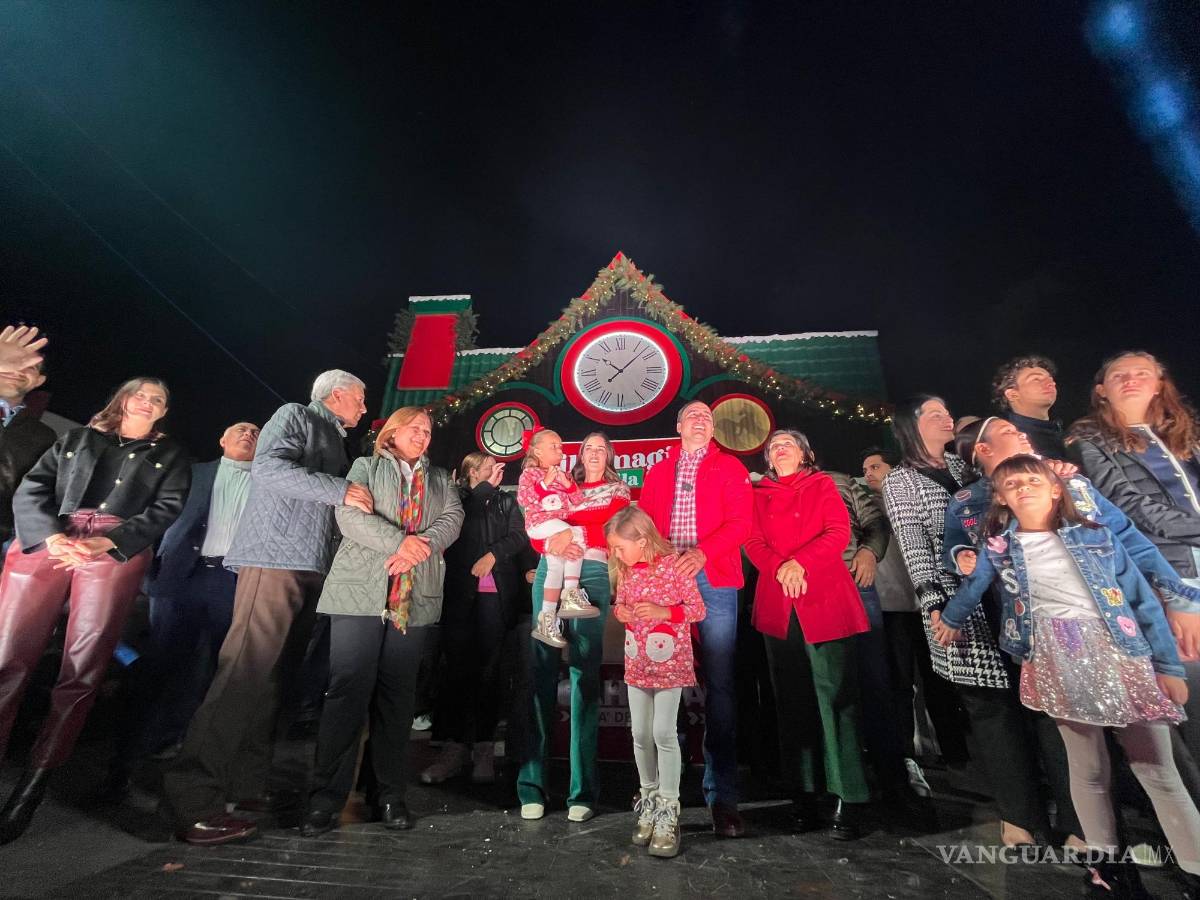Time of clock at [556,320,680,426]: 10:07
